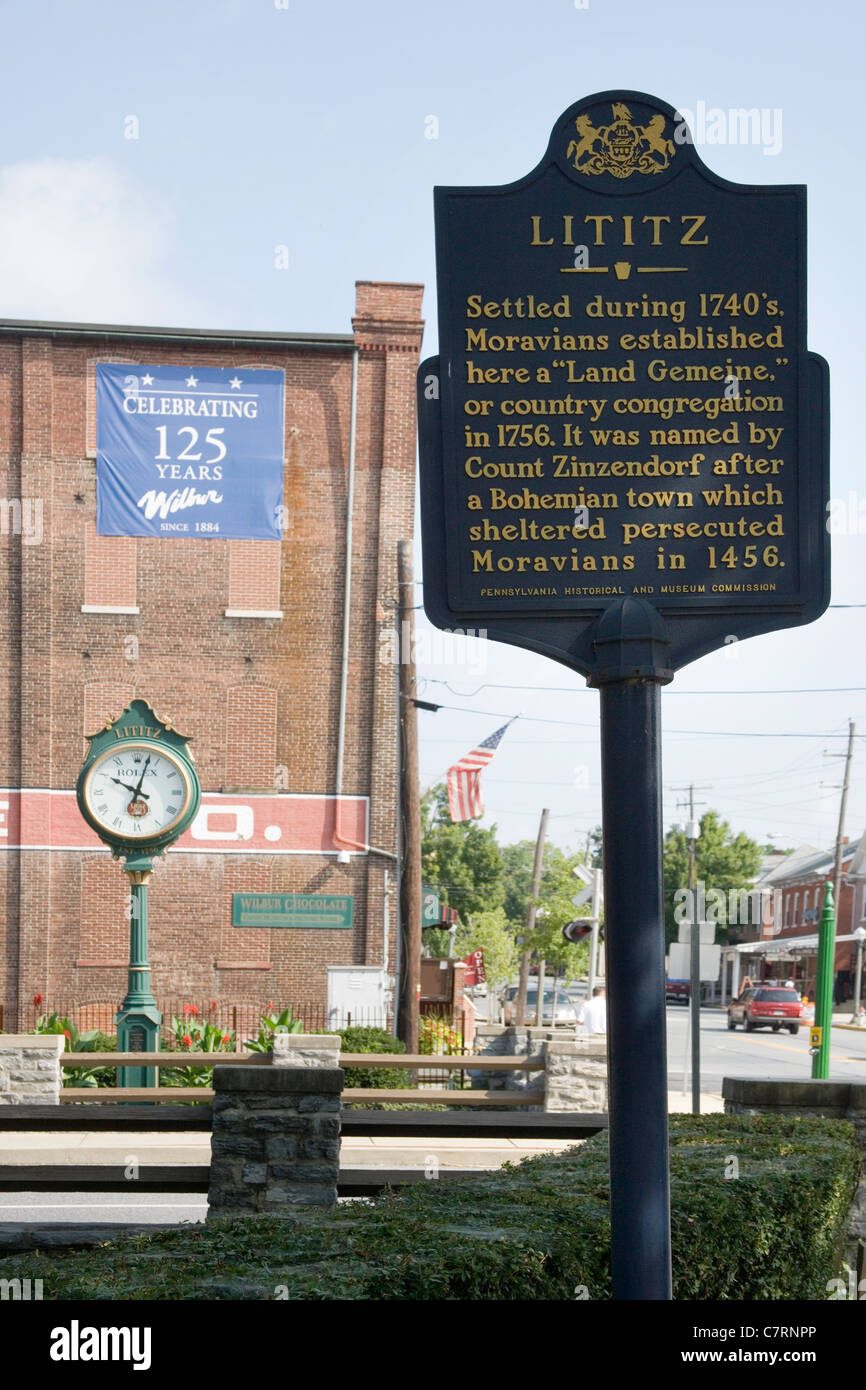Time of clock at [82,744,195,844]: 10:02
